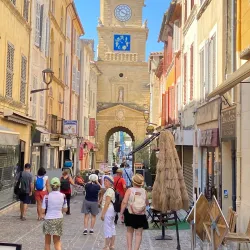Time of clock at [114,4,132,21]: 3:51
